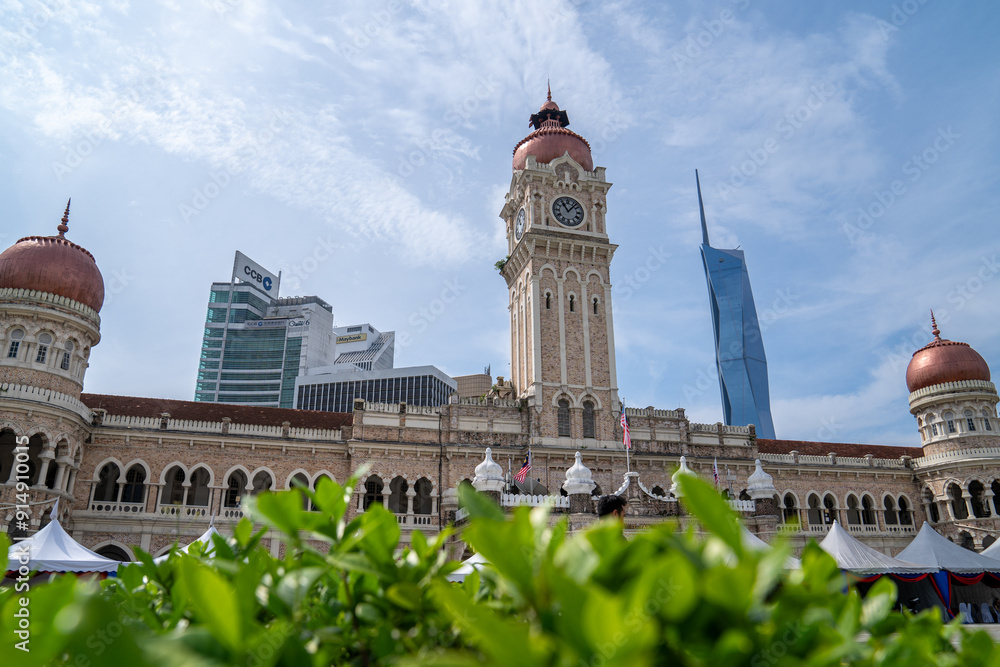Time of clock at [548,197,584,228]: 11:07
